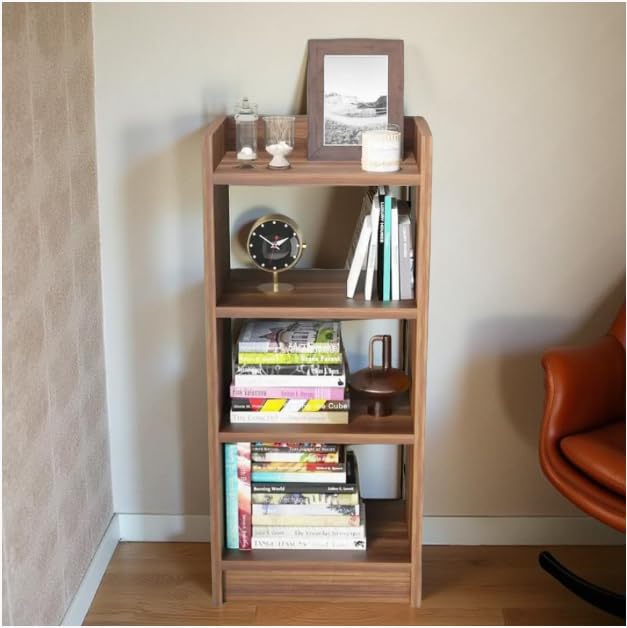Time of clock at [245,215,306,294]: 1:51
